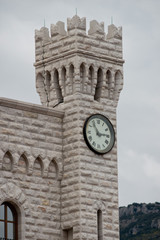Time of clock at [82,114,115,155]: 2:54
